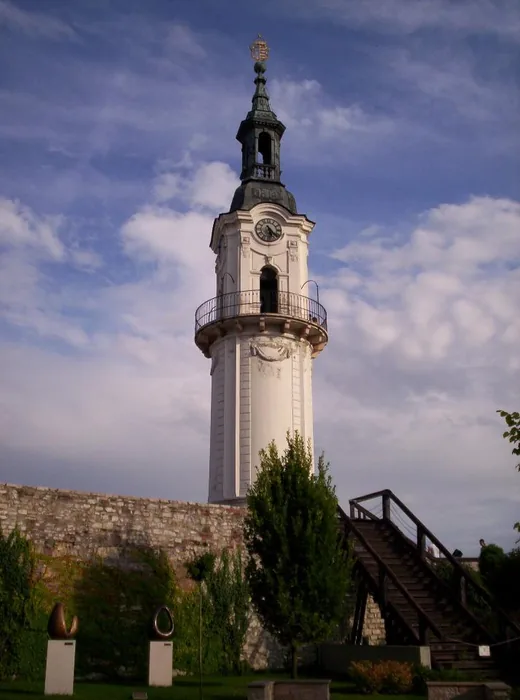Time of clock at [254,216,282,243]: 5:21
